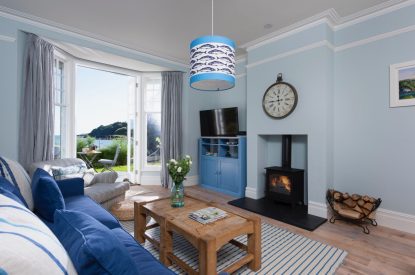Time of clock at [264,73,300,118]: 11:44
